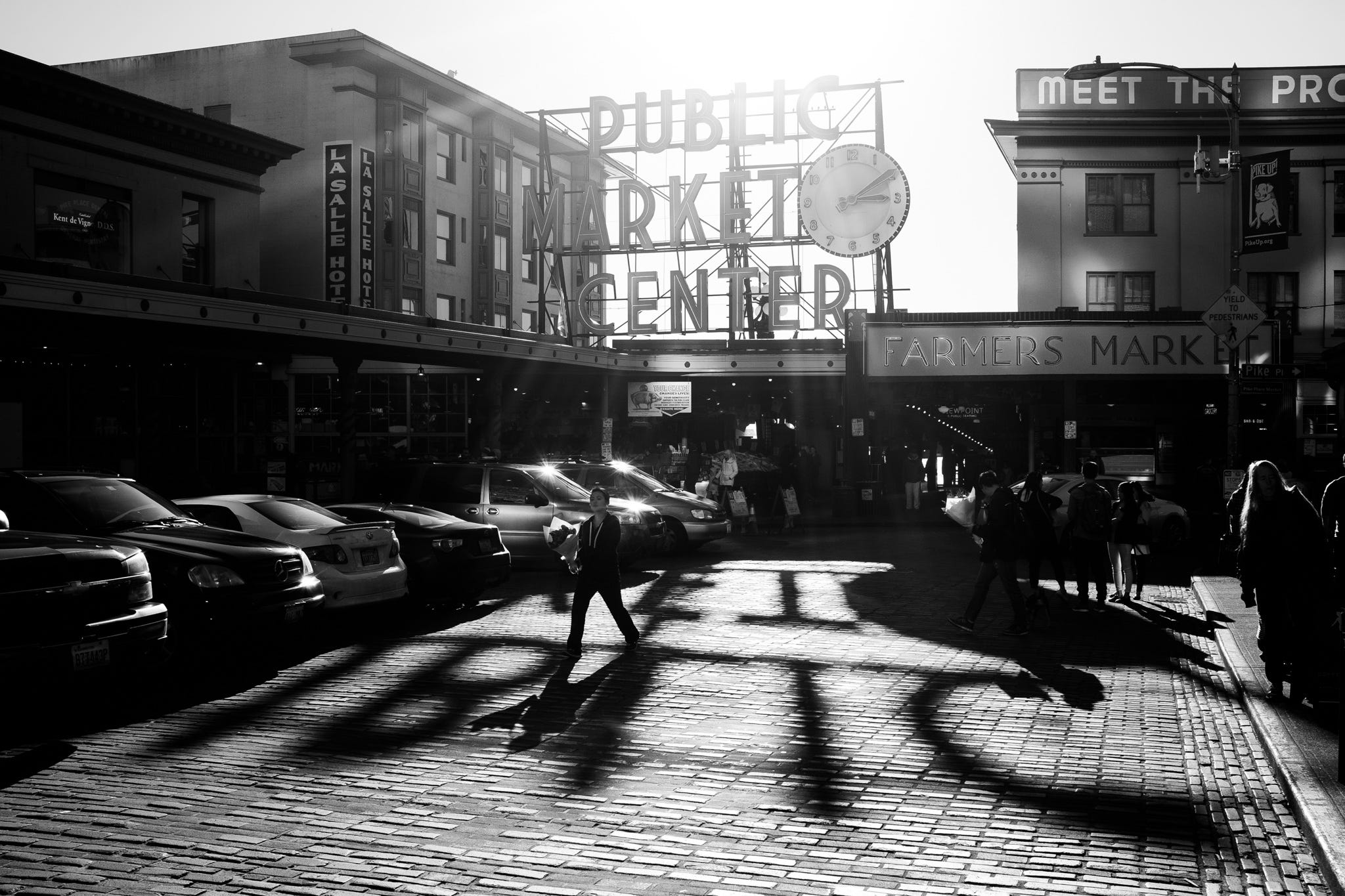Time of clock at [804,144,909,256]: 3:09
